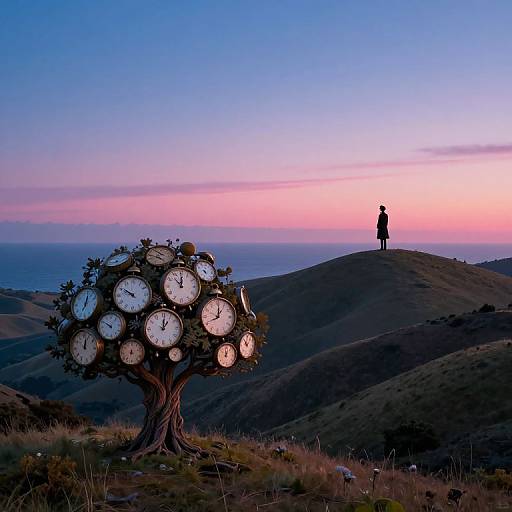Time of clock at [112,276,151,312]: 9:50
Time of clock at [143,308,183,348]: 1:00
